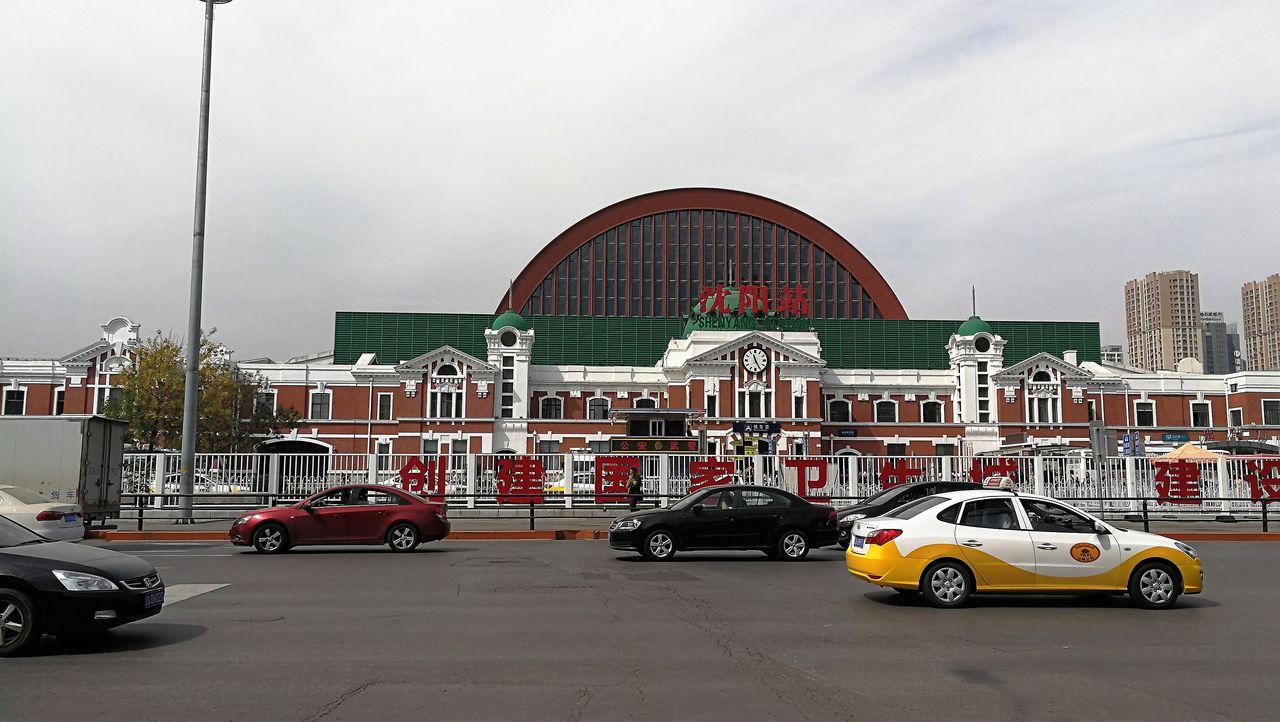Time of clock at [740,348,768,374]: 11:25
